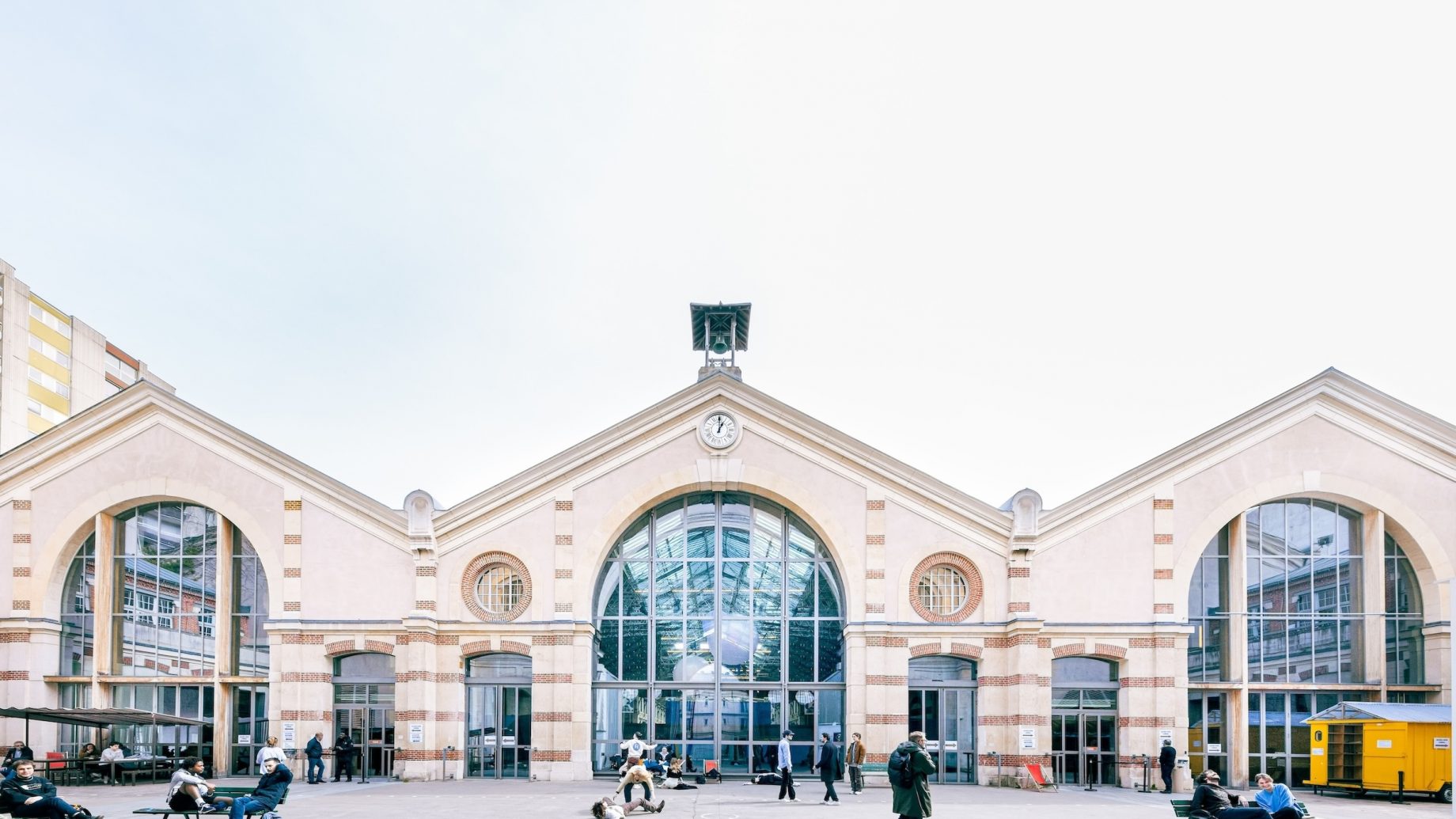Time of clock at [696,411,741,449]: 1:00
